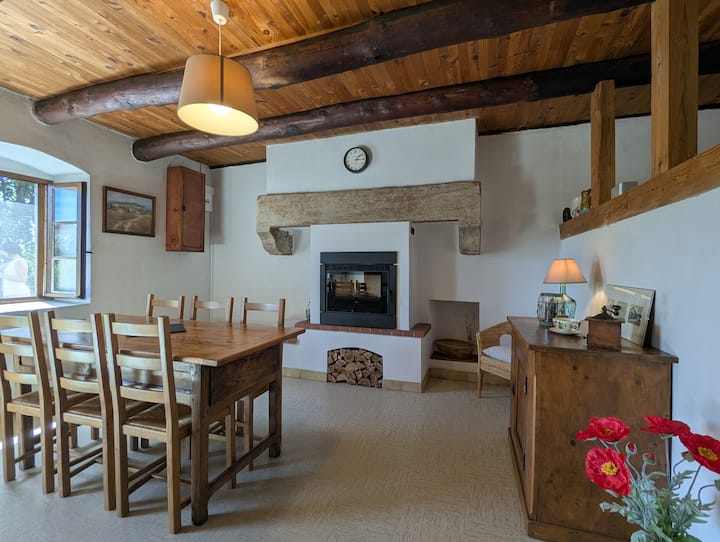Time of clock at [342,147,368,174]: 3:08
